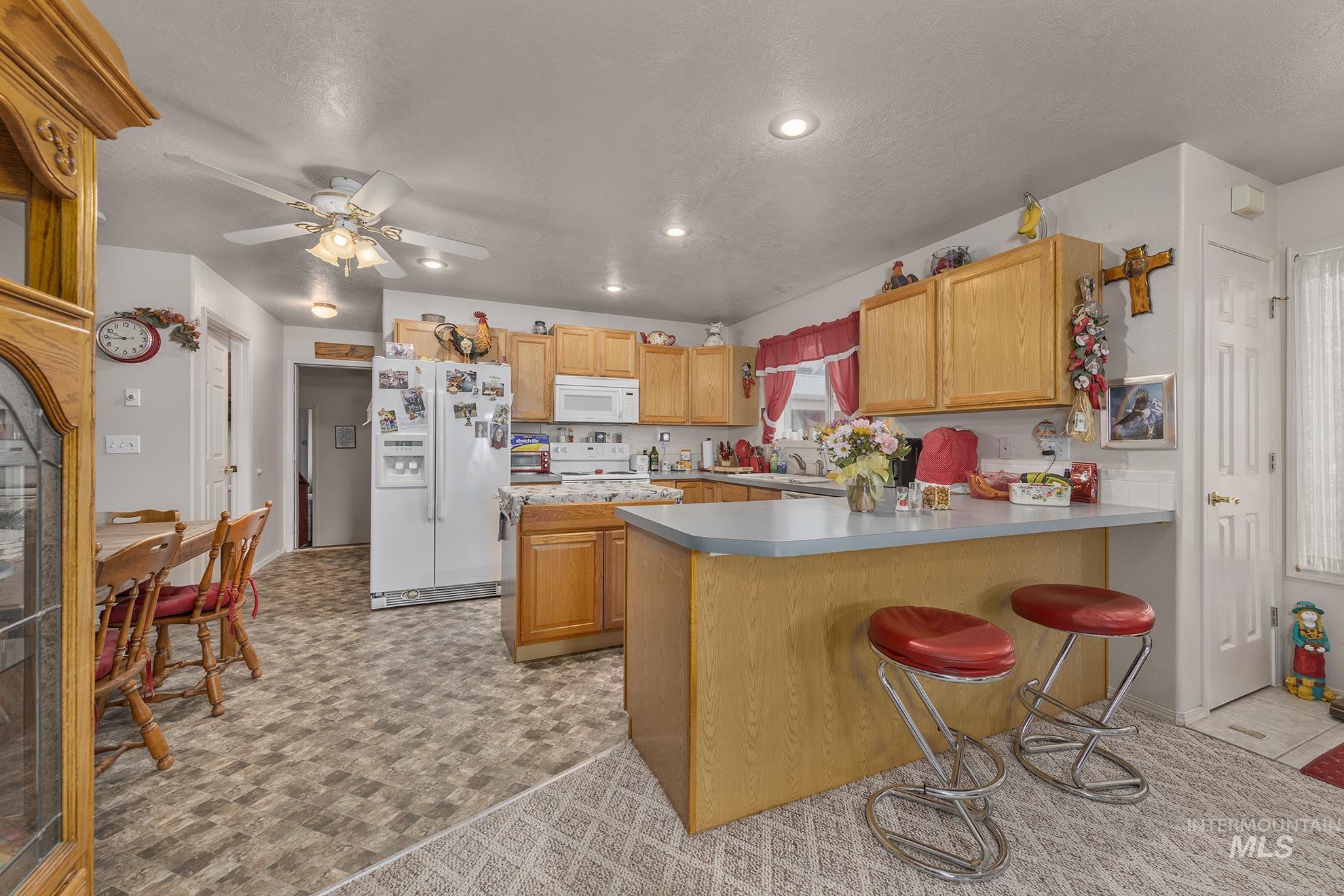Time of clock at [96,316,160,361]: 9:44
